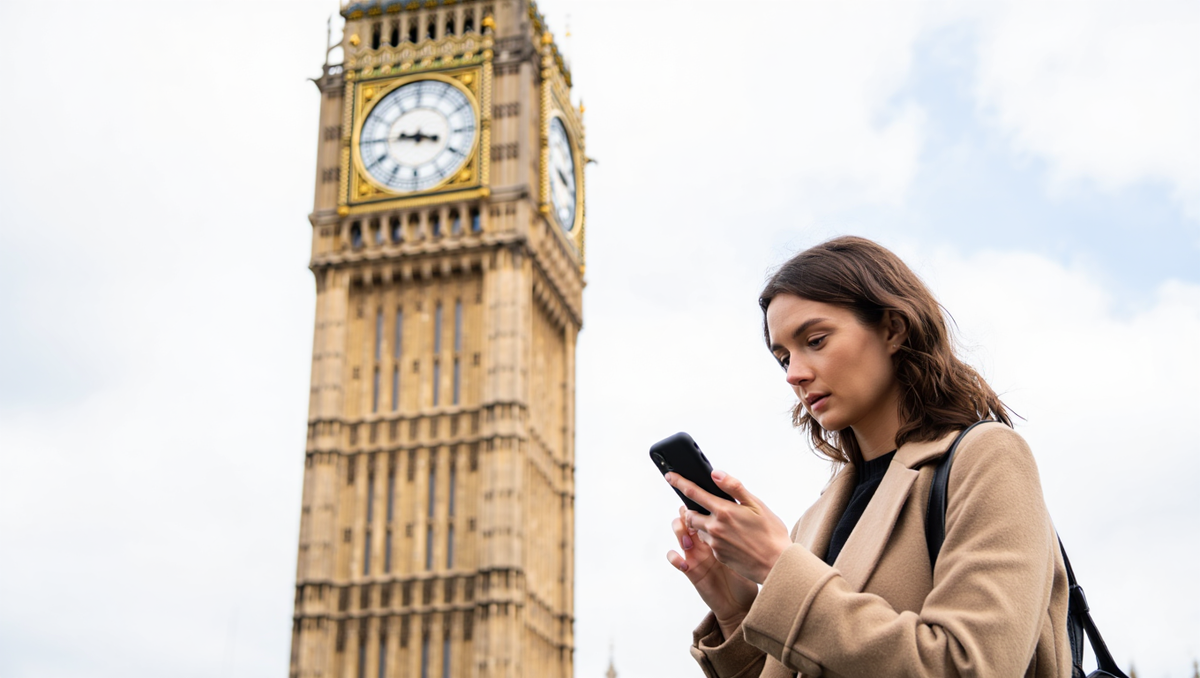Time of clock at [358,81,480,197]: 3:44
